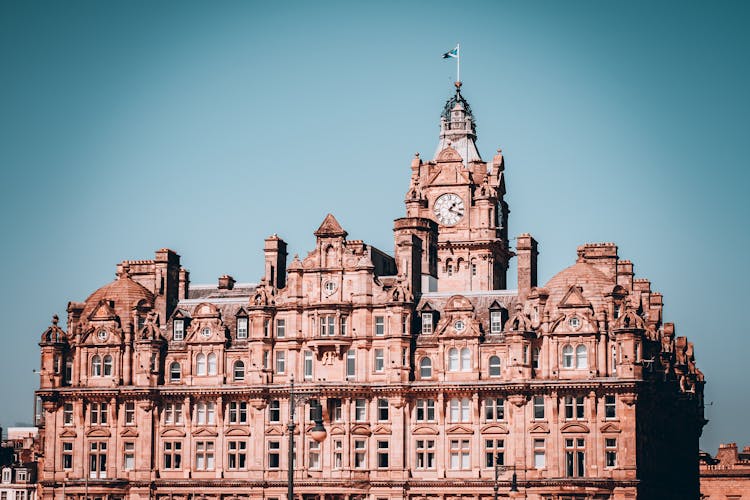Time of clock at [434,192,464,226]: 1:18
